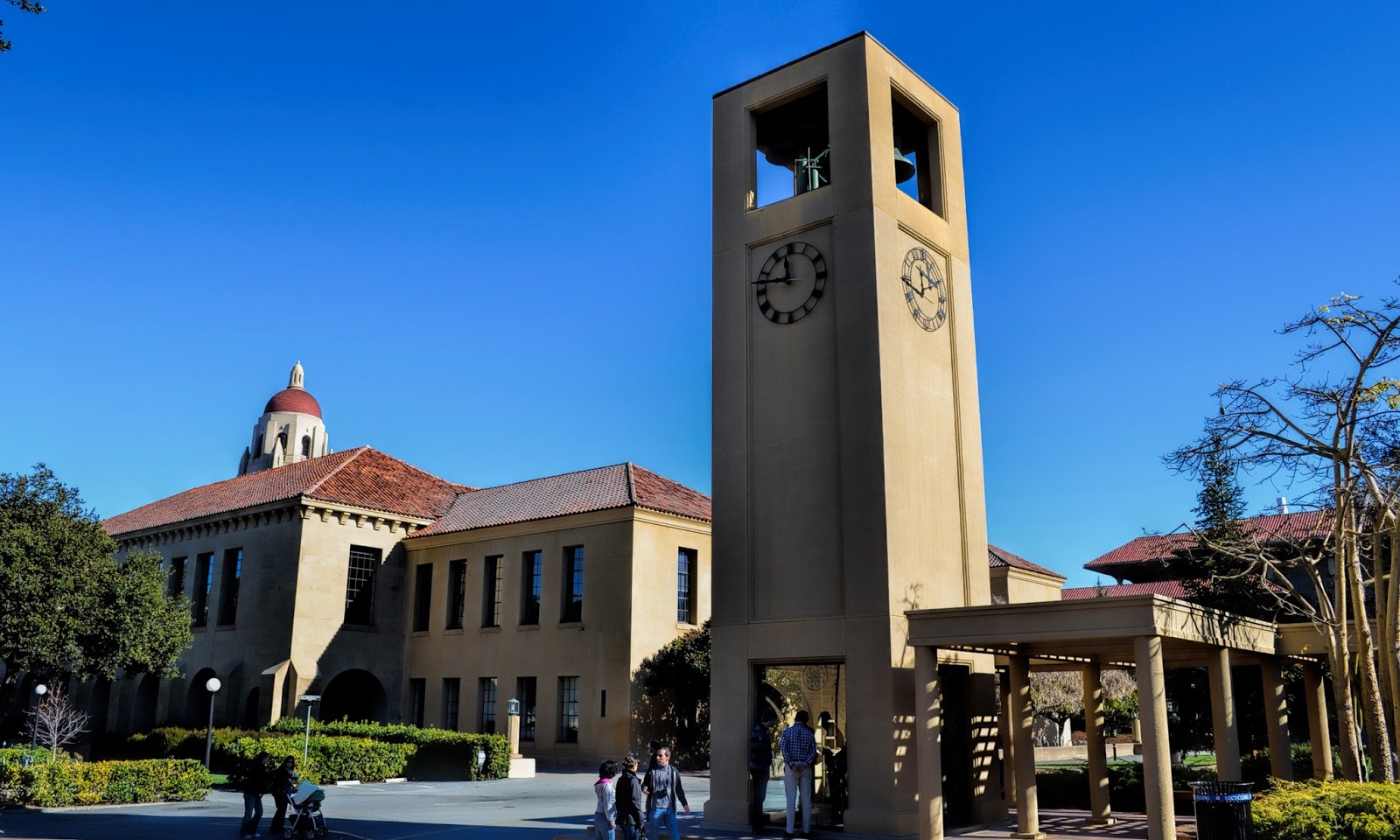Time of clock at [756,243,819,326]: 11:46
